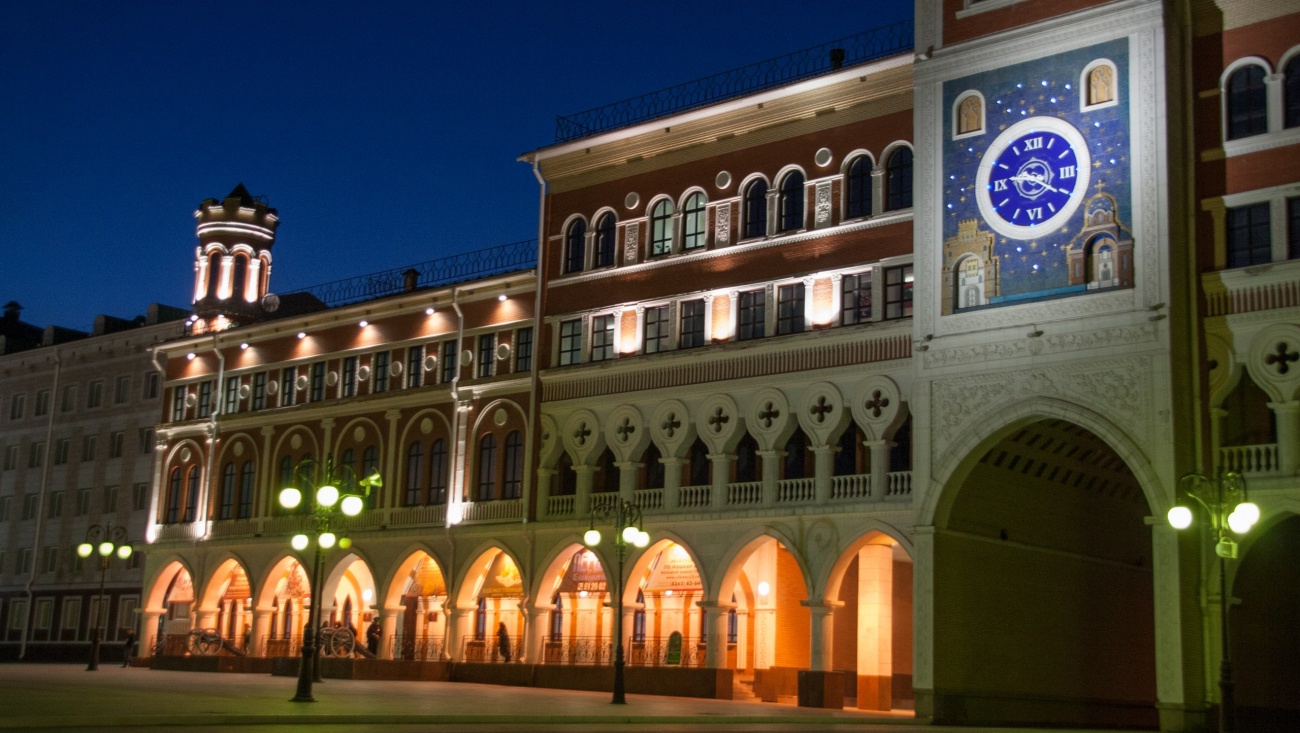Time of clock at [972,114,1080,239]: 9:20
